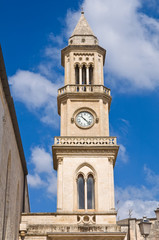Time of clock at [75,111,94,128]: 10:22
